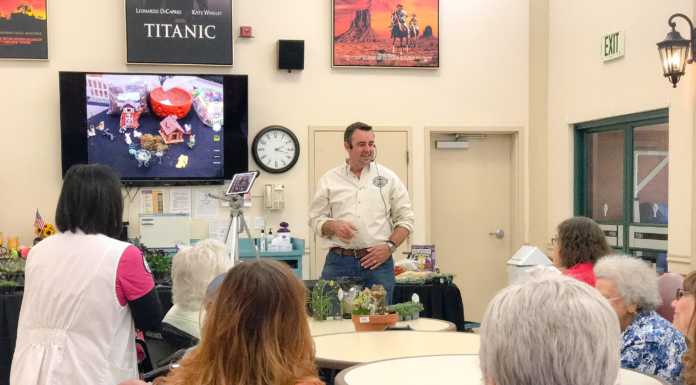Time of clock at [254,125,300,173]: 2:17
